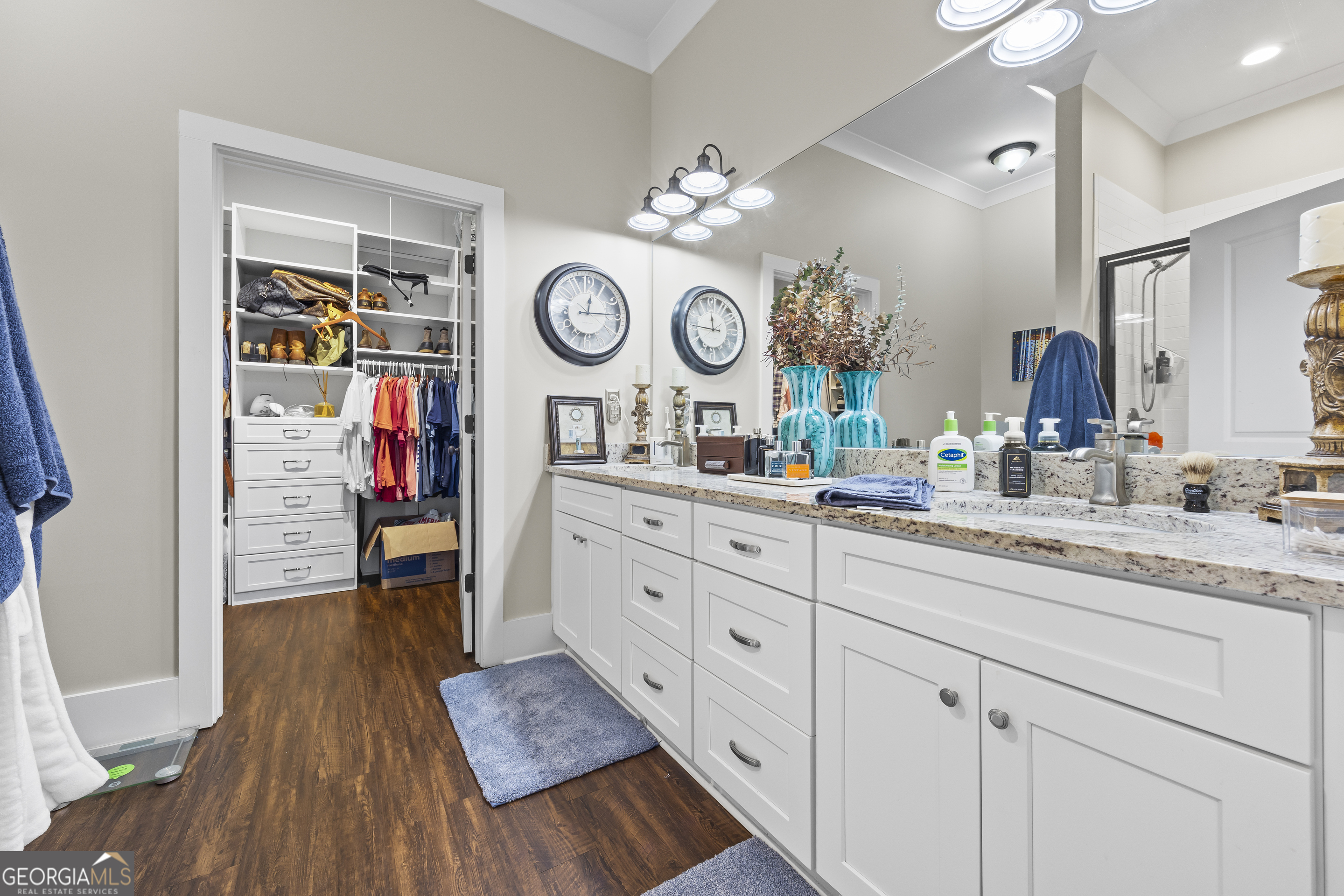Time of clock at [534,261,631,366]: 12:14
